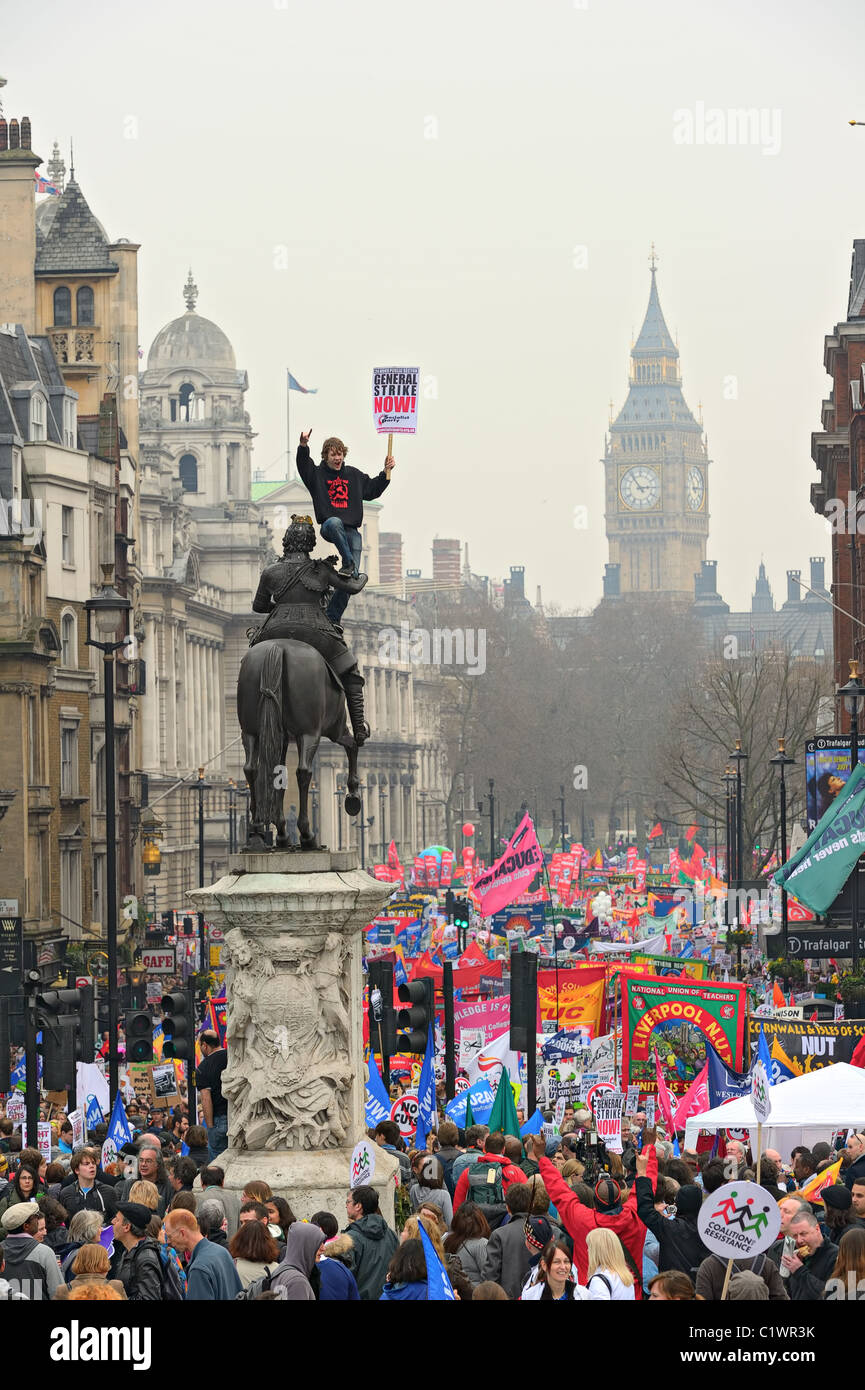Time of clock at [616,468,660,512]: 2:54
